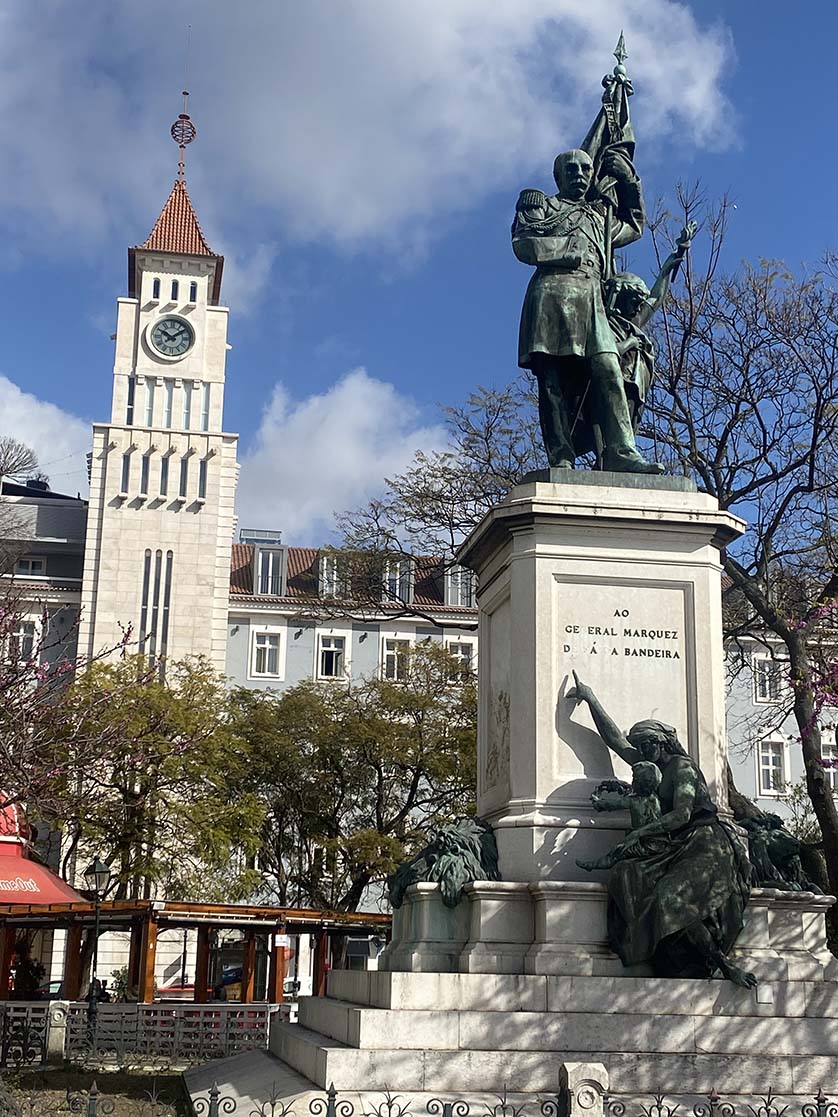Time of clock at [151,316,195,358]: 10:08
